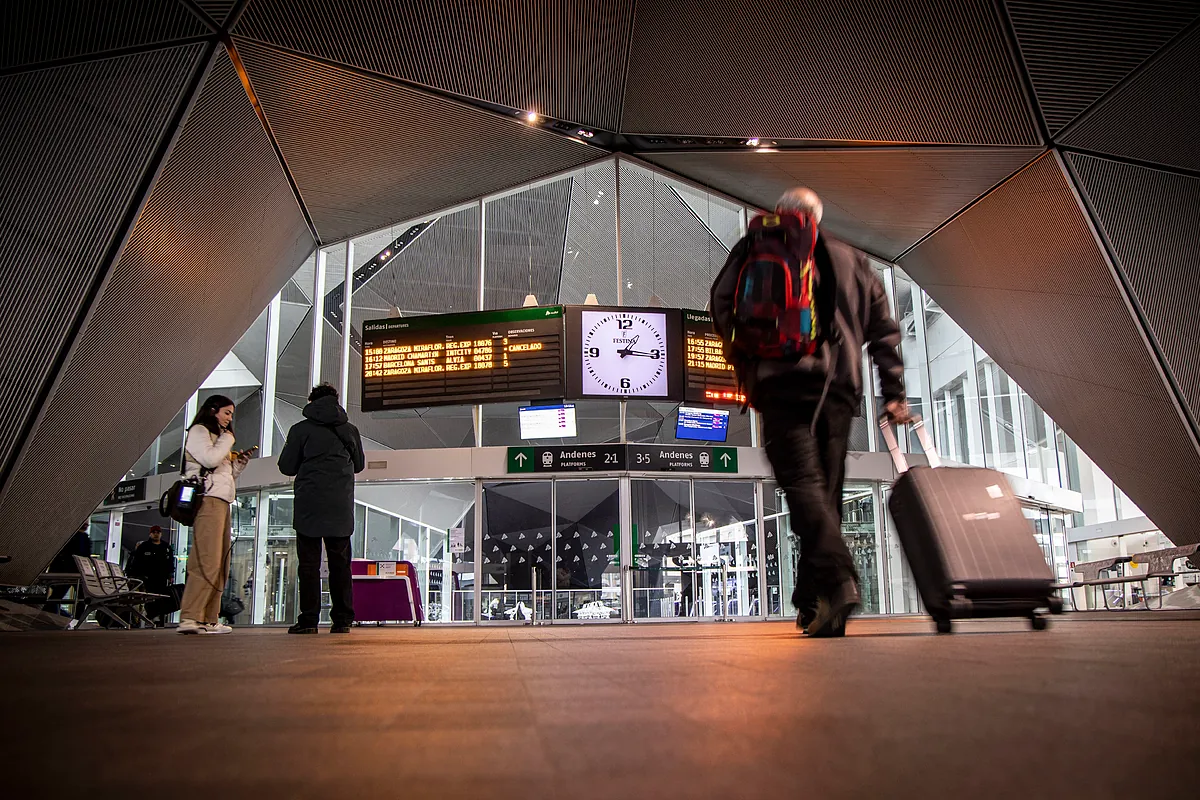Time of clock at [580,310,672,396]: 1:16
